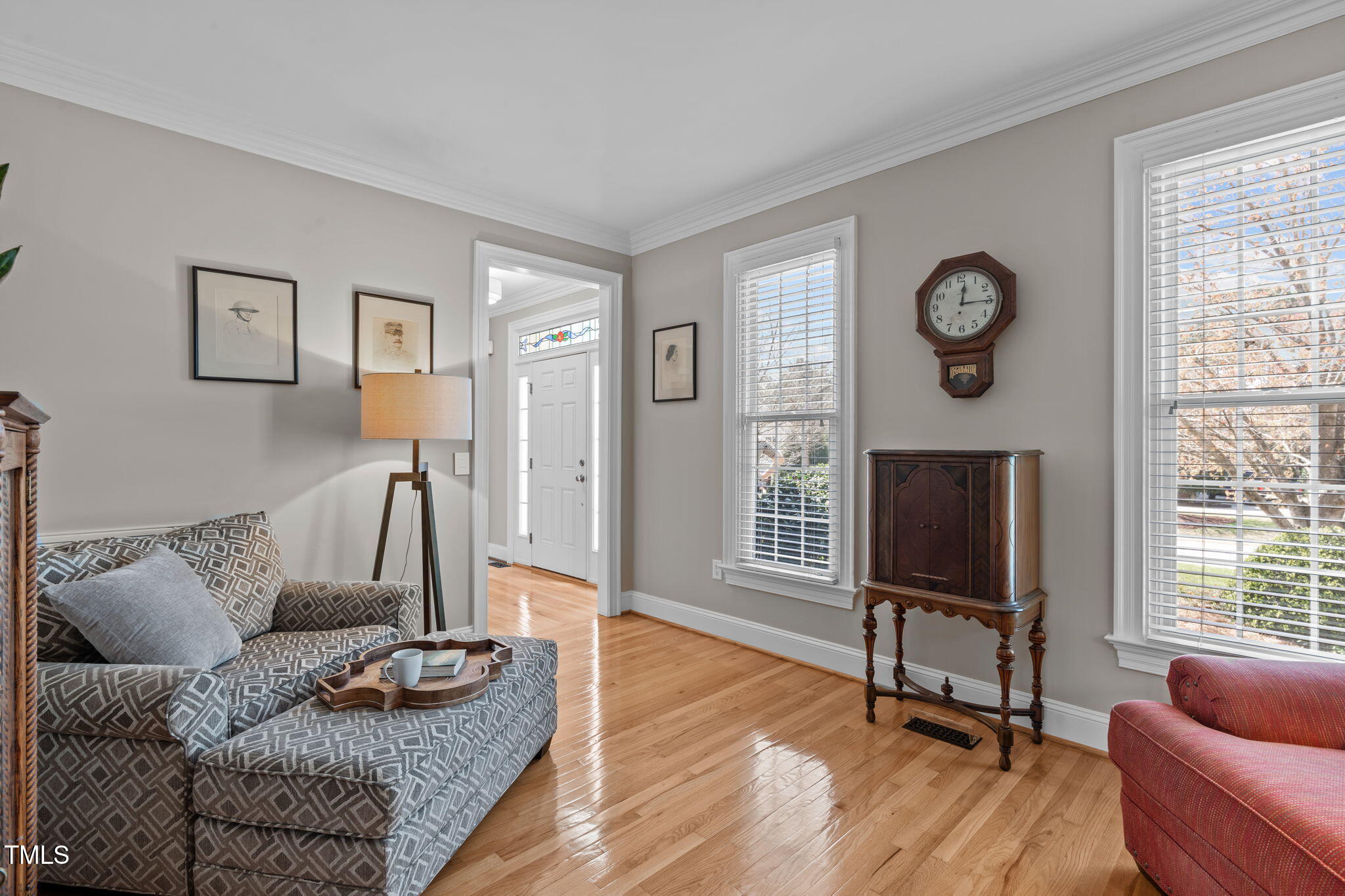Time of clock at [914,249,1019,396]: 12:14
